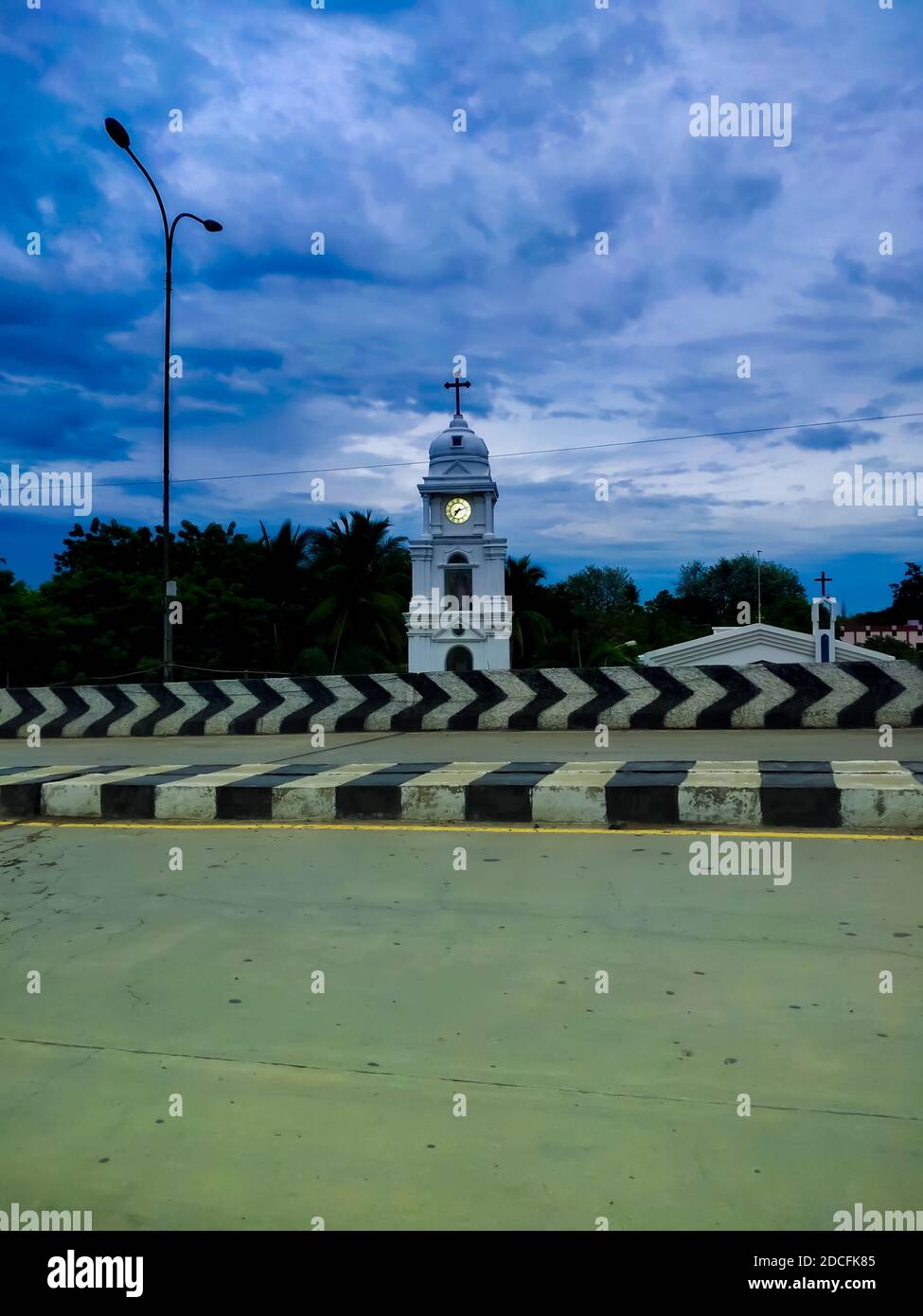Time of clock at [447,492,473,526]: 7:12
